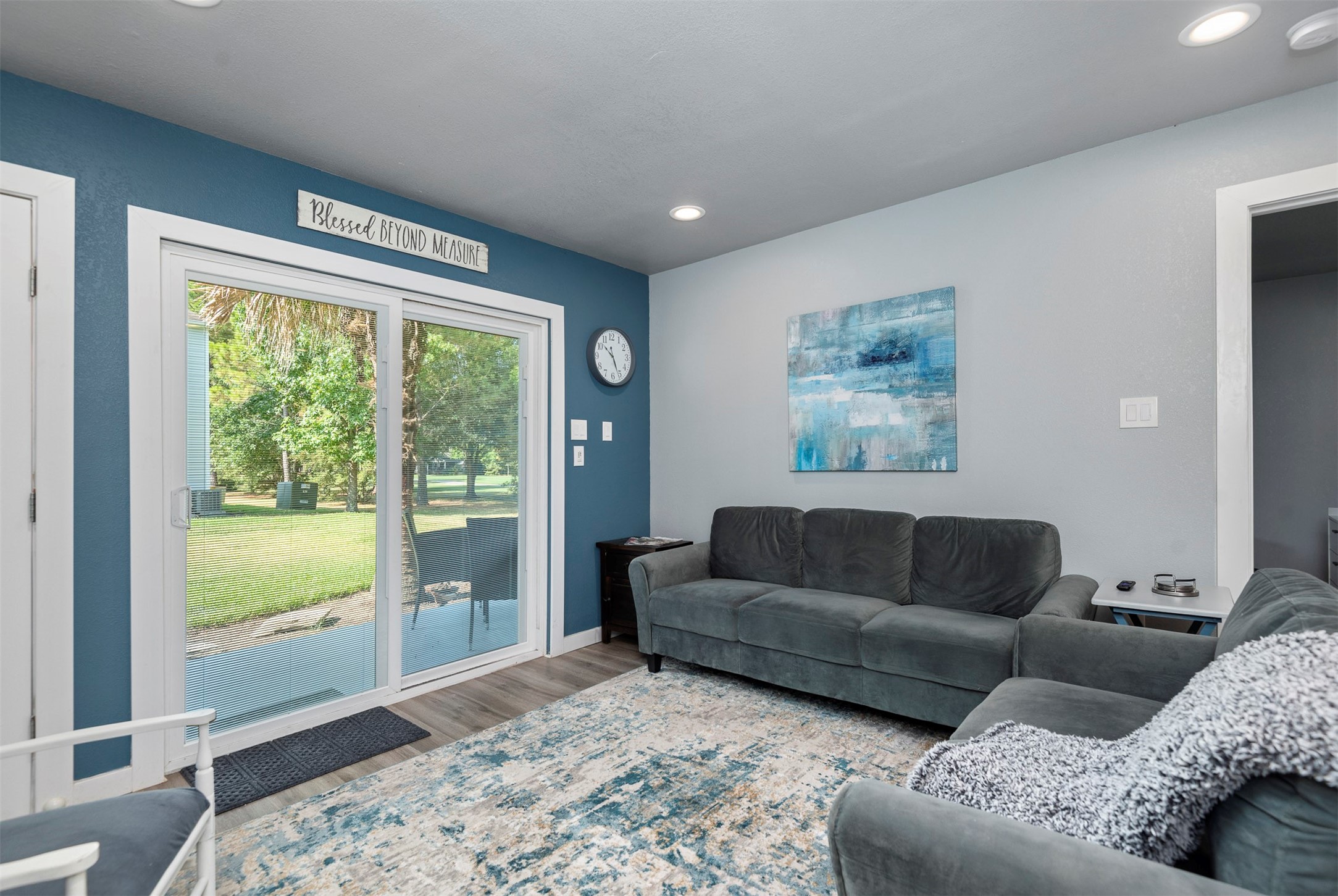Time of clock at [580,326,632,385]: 10:26
